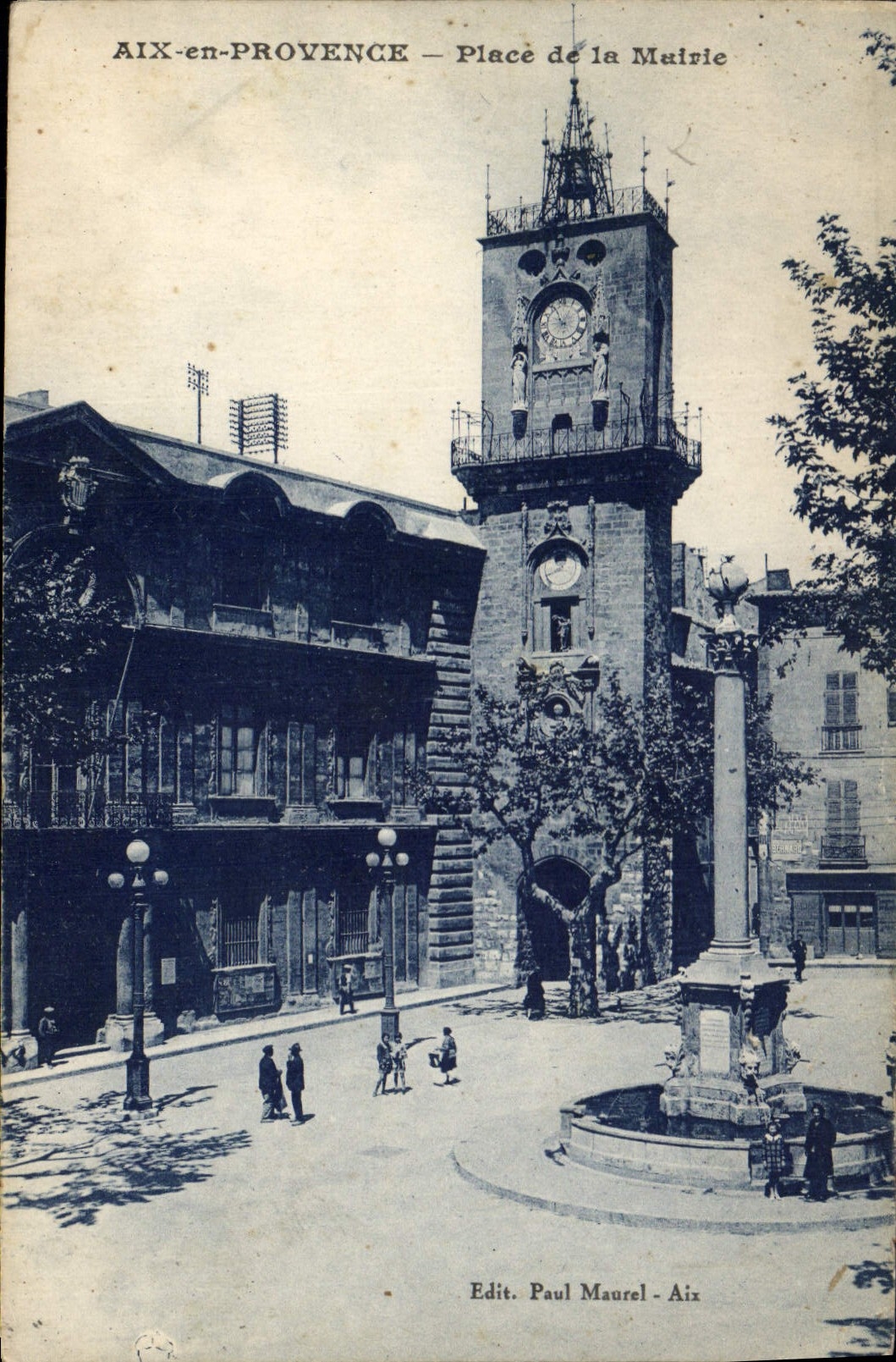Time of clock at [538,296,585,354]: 12:56
